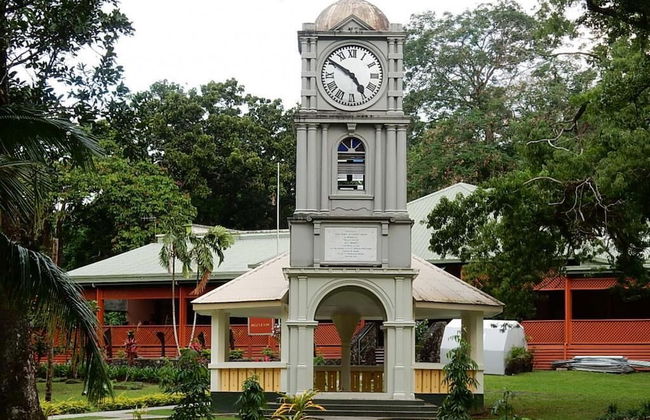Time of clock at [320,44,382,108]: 4:50
